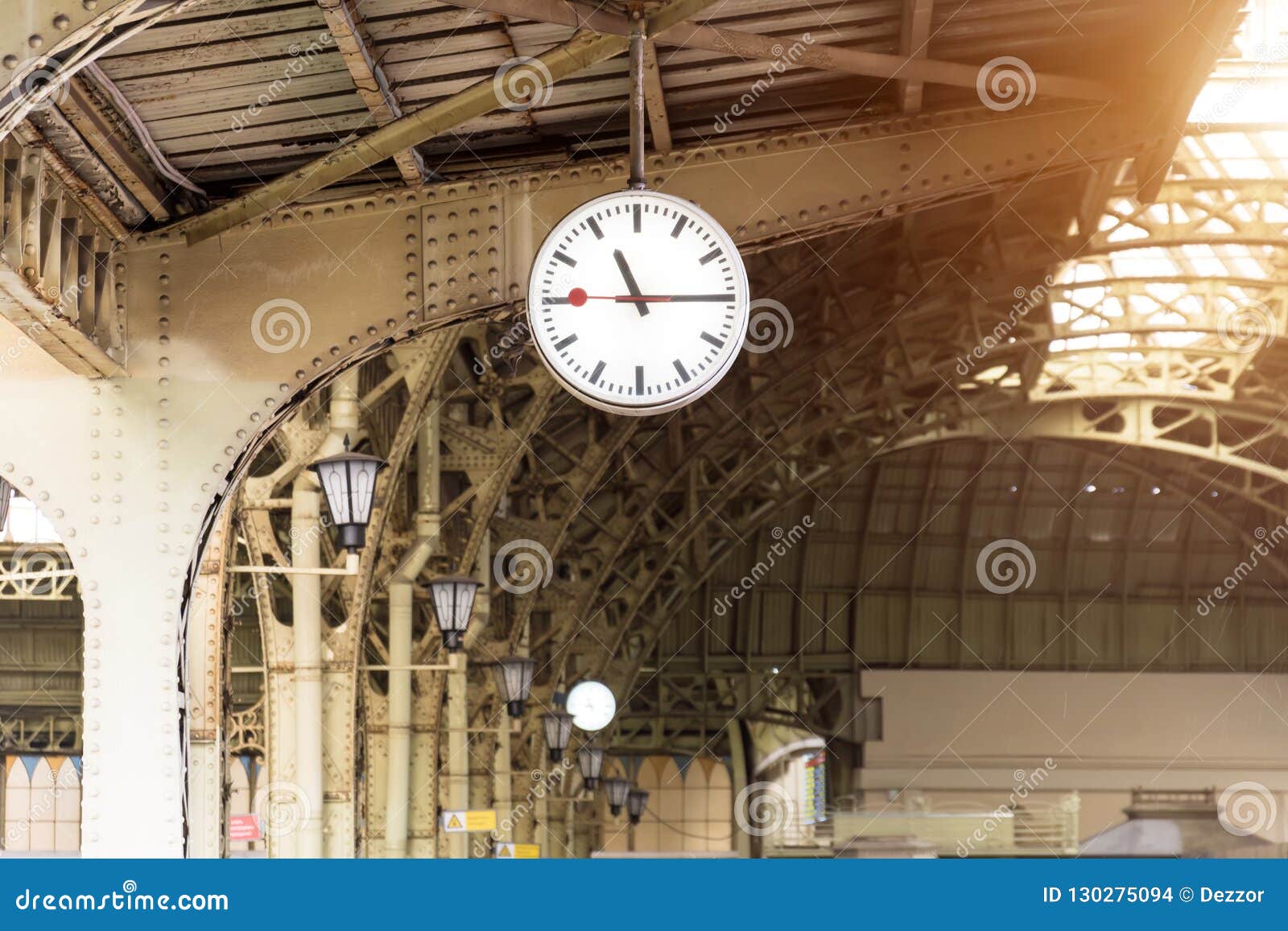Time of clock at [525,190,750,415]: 11:14
